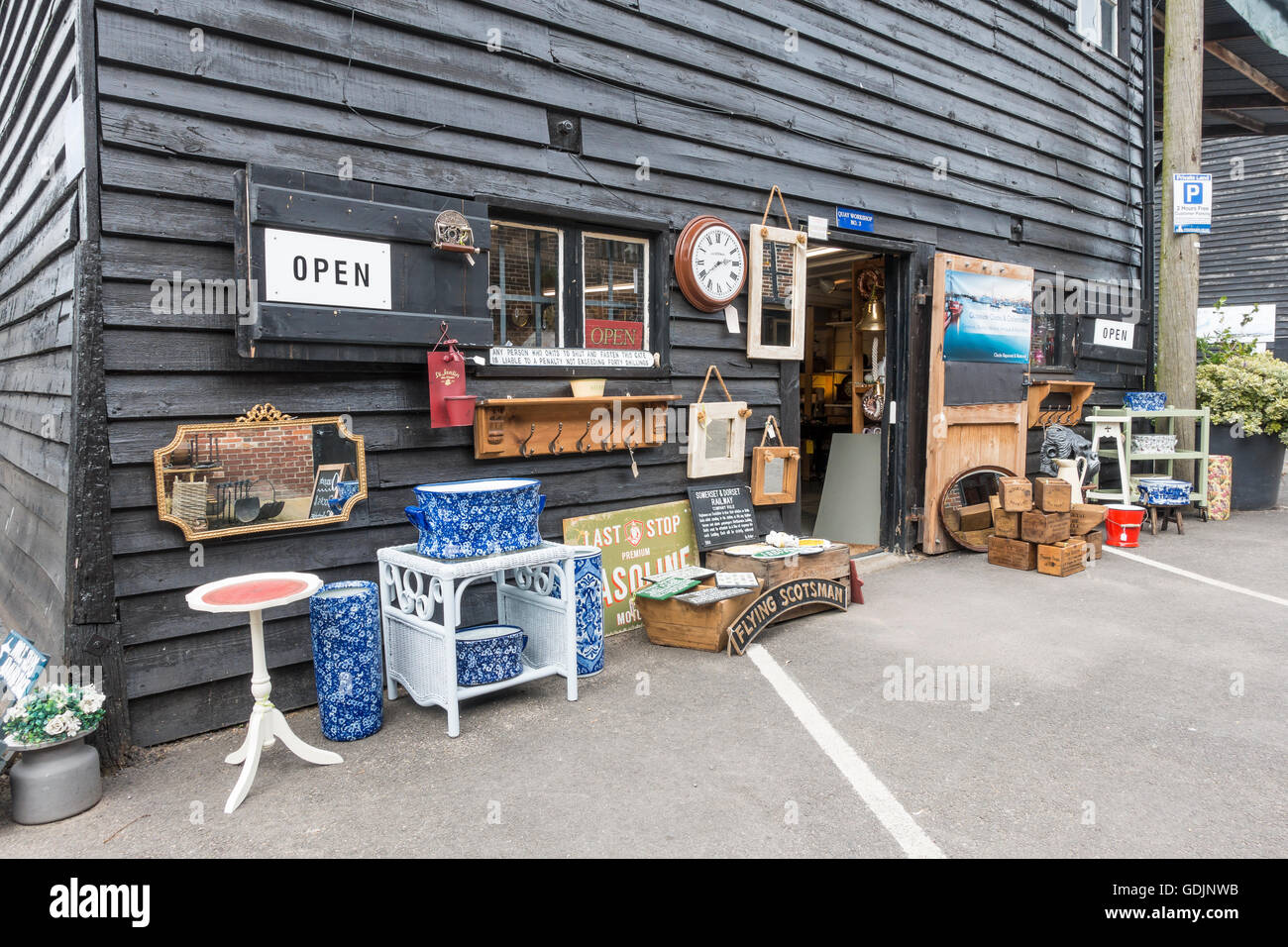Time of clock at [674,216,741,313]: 2:39
